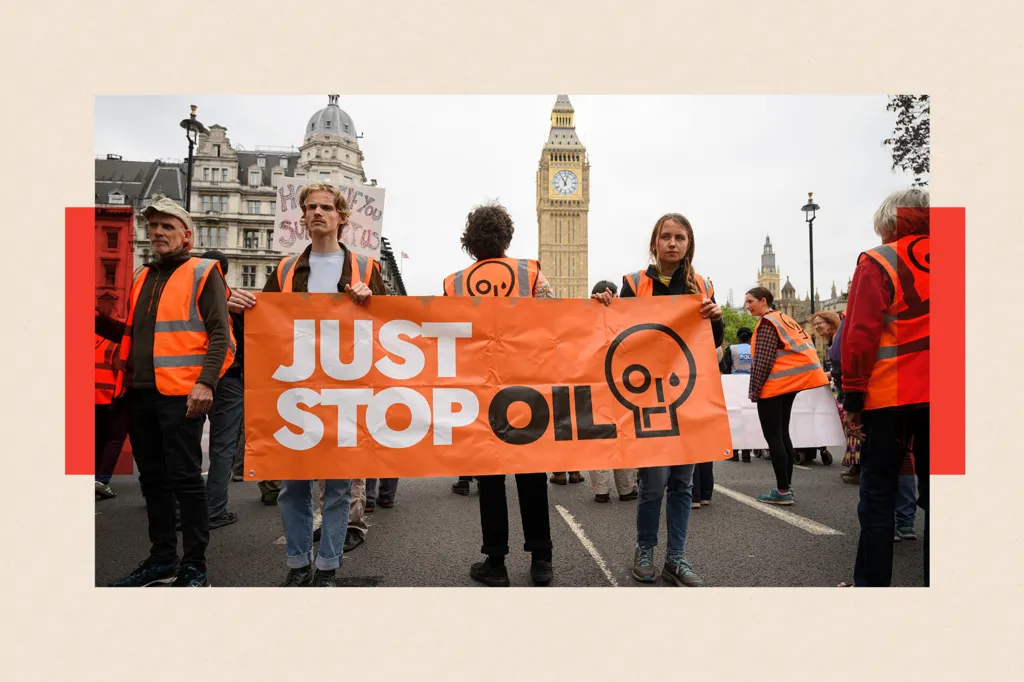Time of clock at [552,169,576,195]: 11:02
